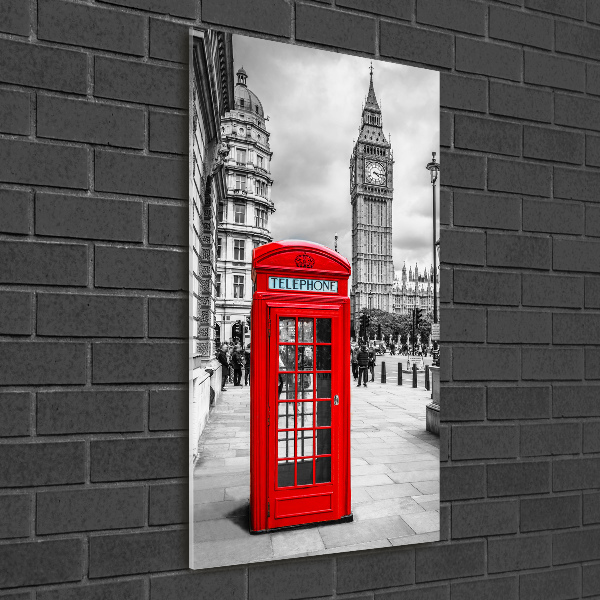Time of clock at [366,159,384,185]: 4:16
